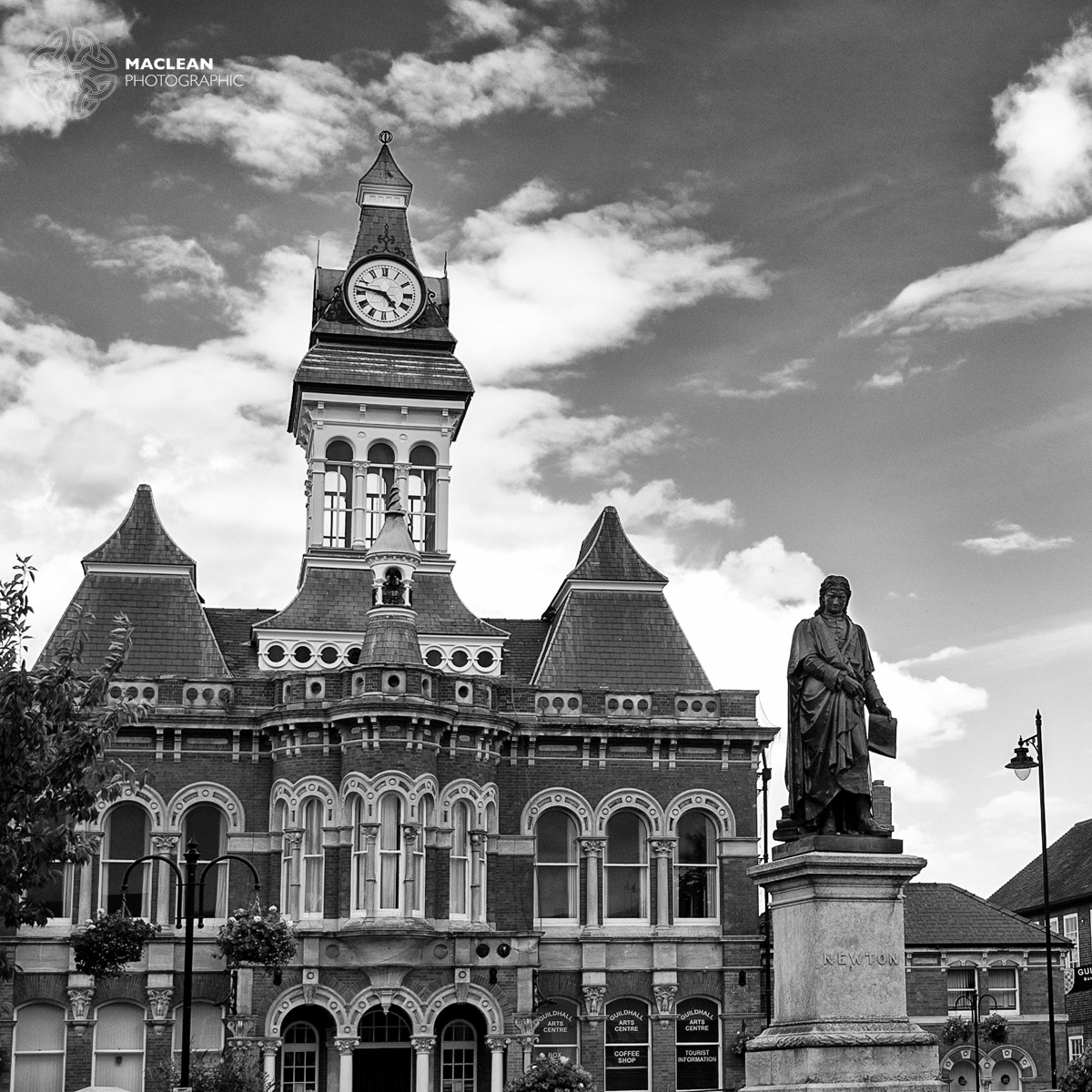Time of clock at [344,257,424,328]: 4:46
